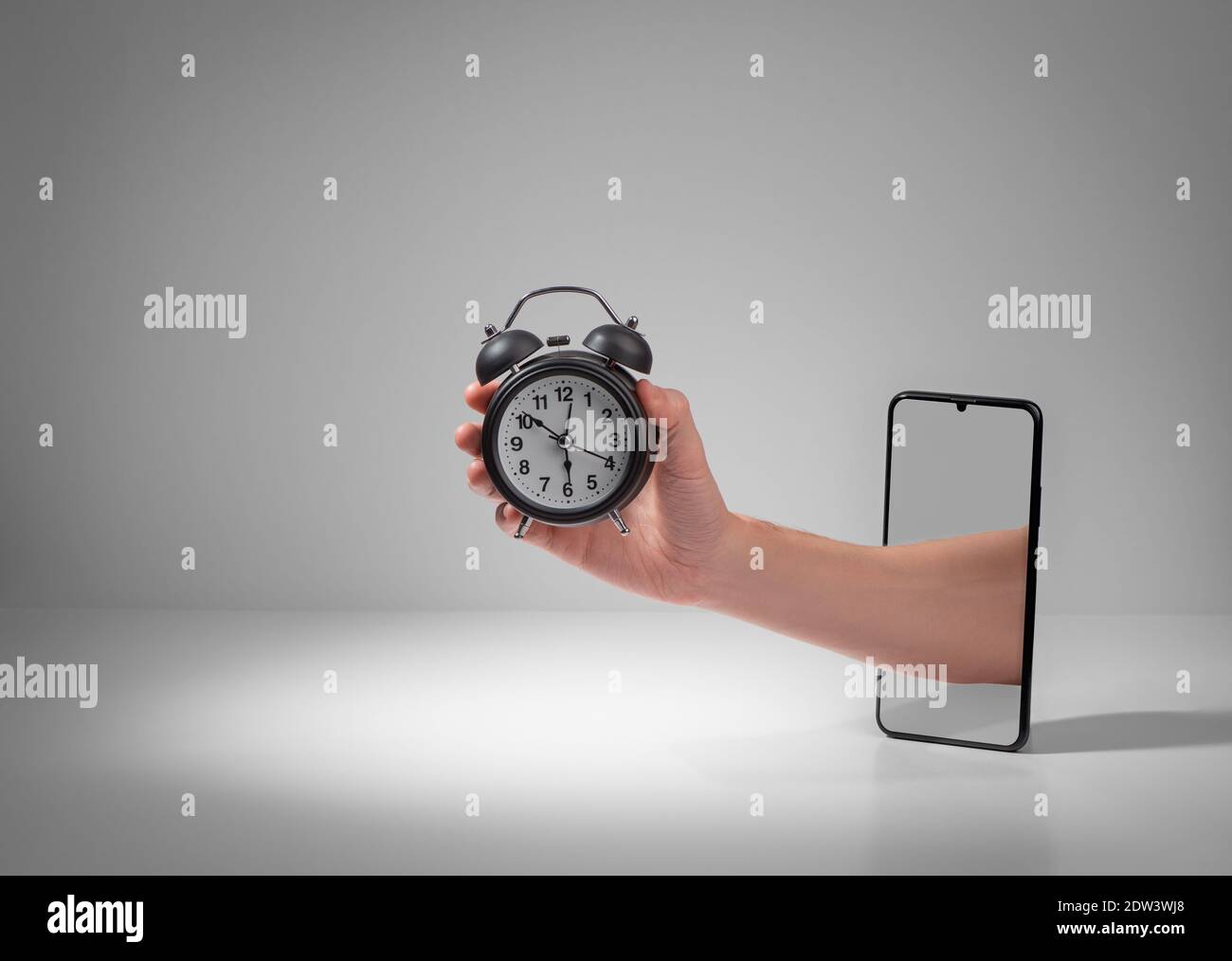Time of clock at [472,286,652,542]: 5:51
